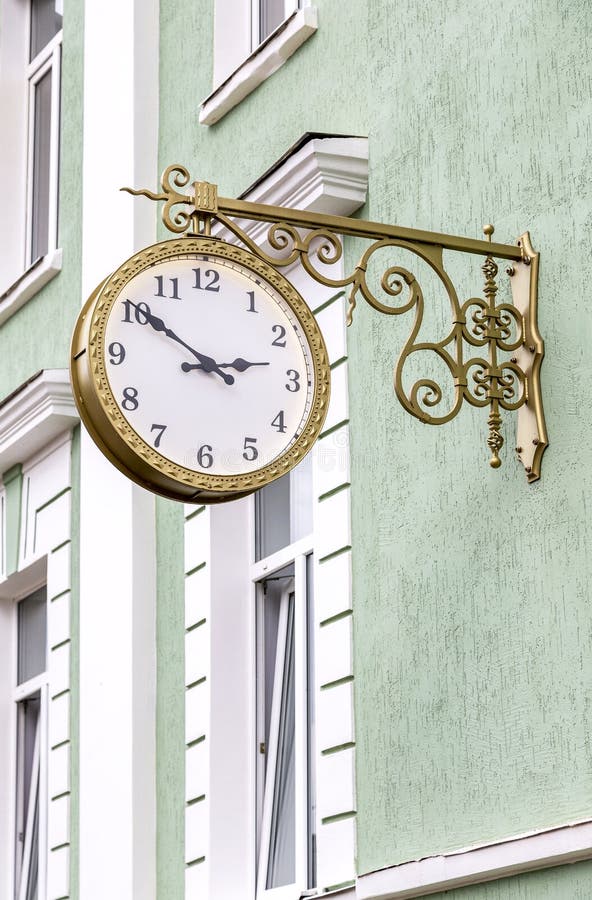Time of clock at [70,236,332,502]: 2:50
